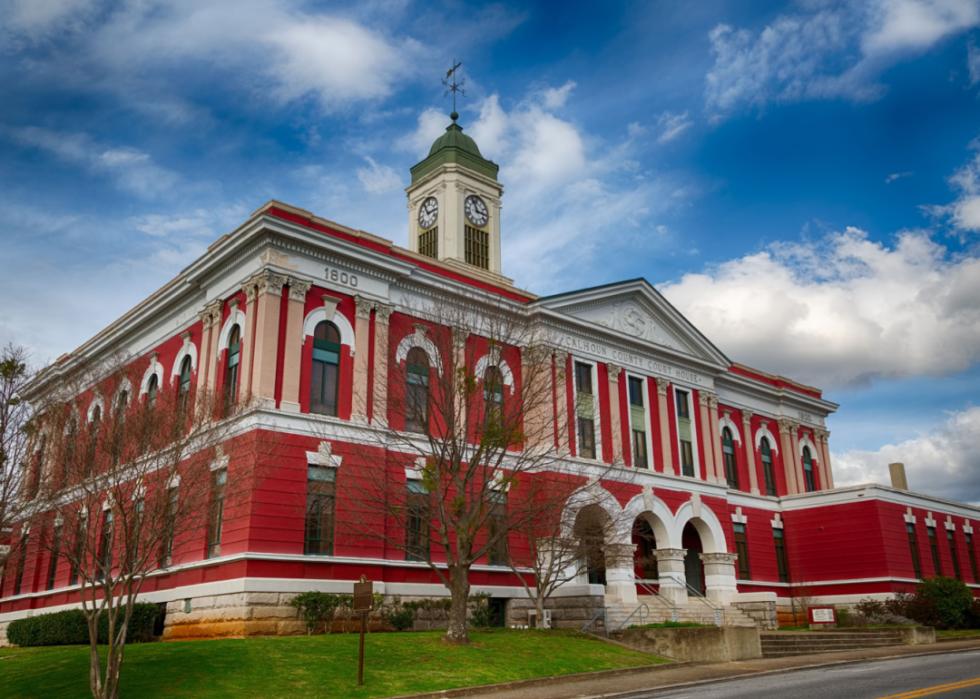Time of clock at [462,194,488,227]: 2:56
